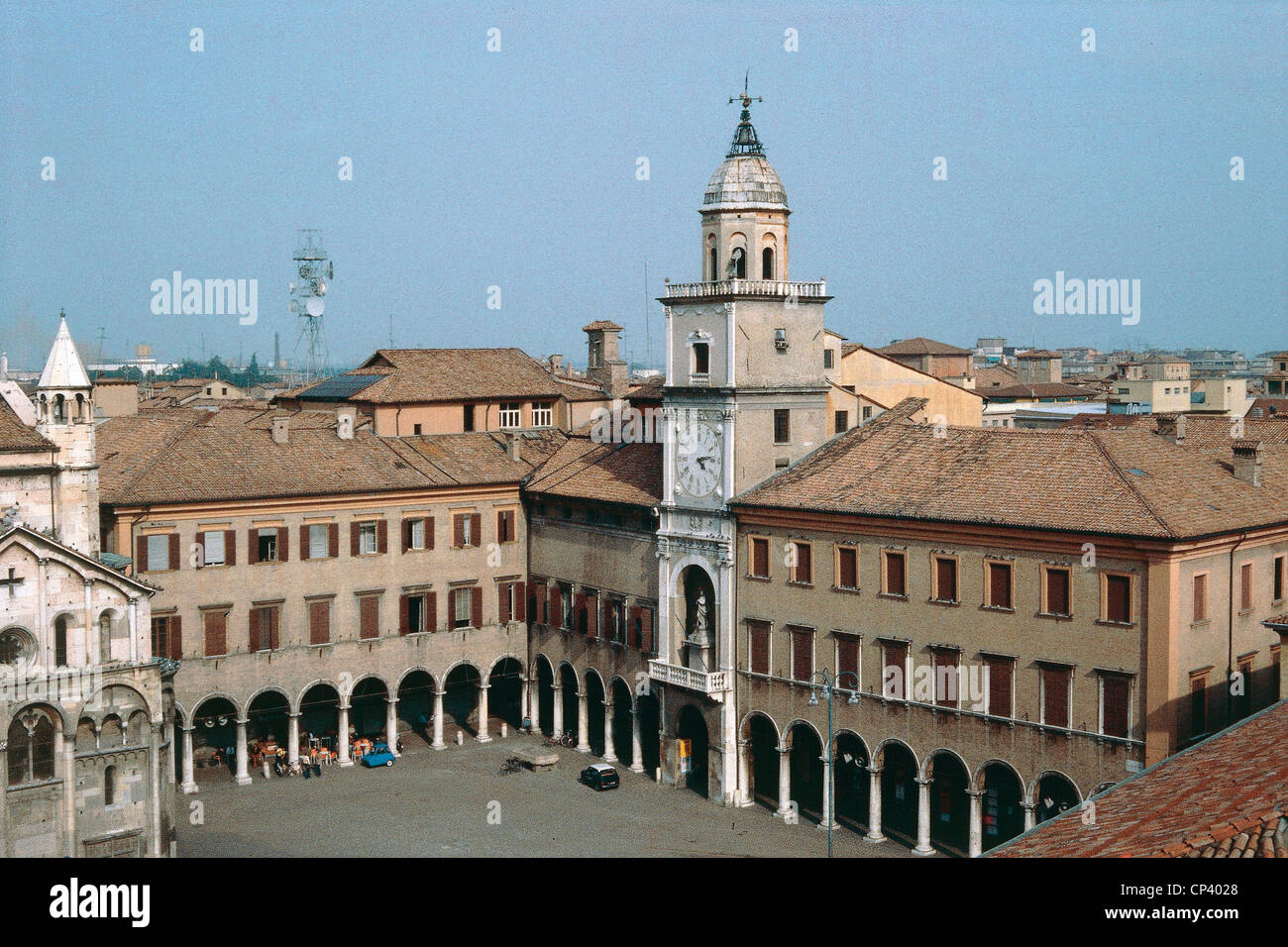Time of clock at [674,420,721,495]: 4:13
